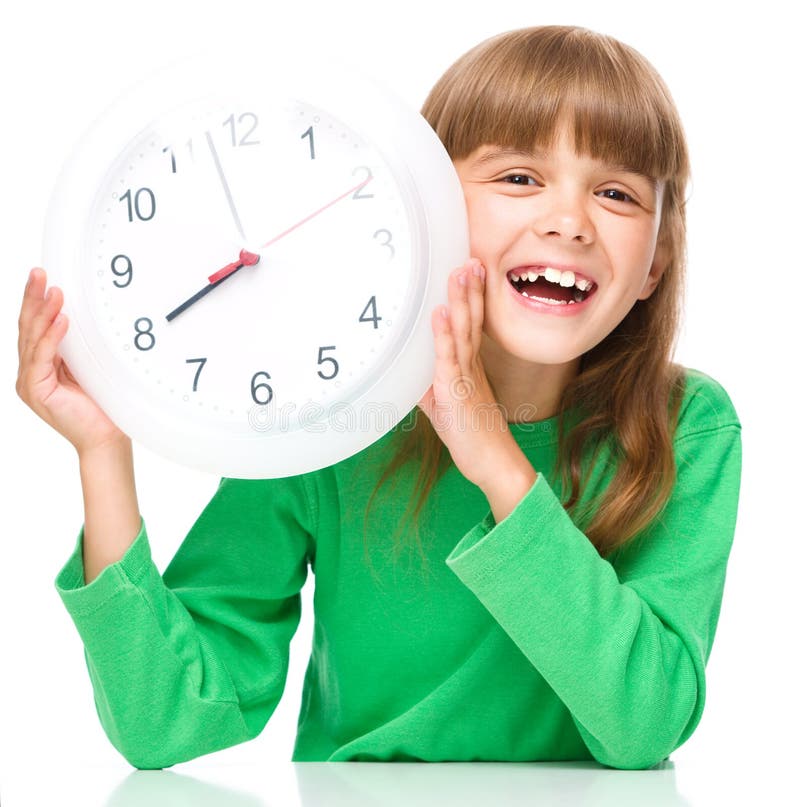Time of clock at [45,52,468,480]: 7:57
